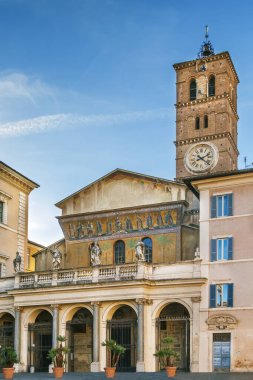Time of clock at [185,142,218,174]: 2:21
